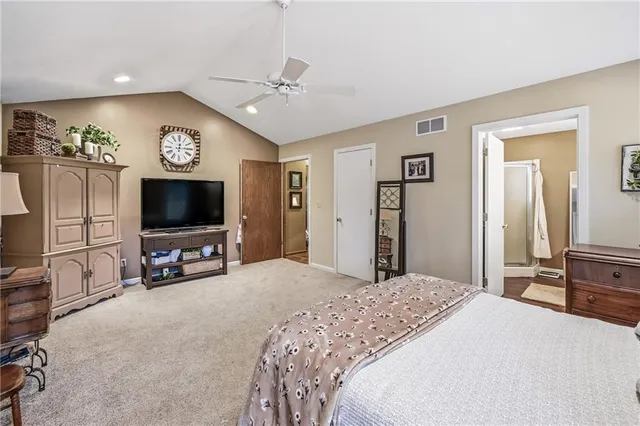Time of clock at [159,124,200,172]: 12:14
